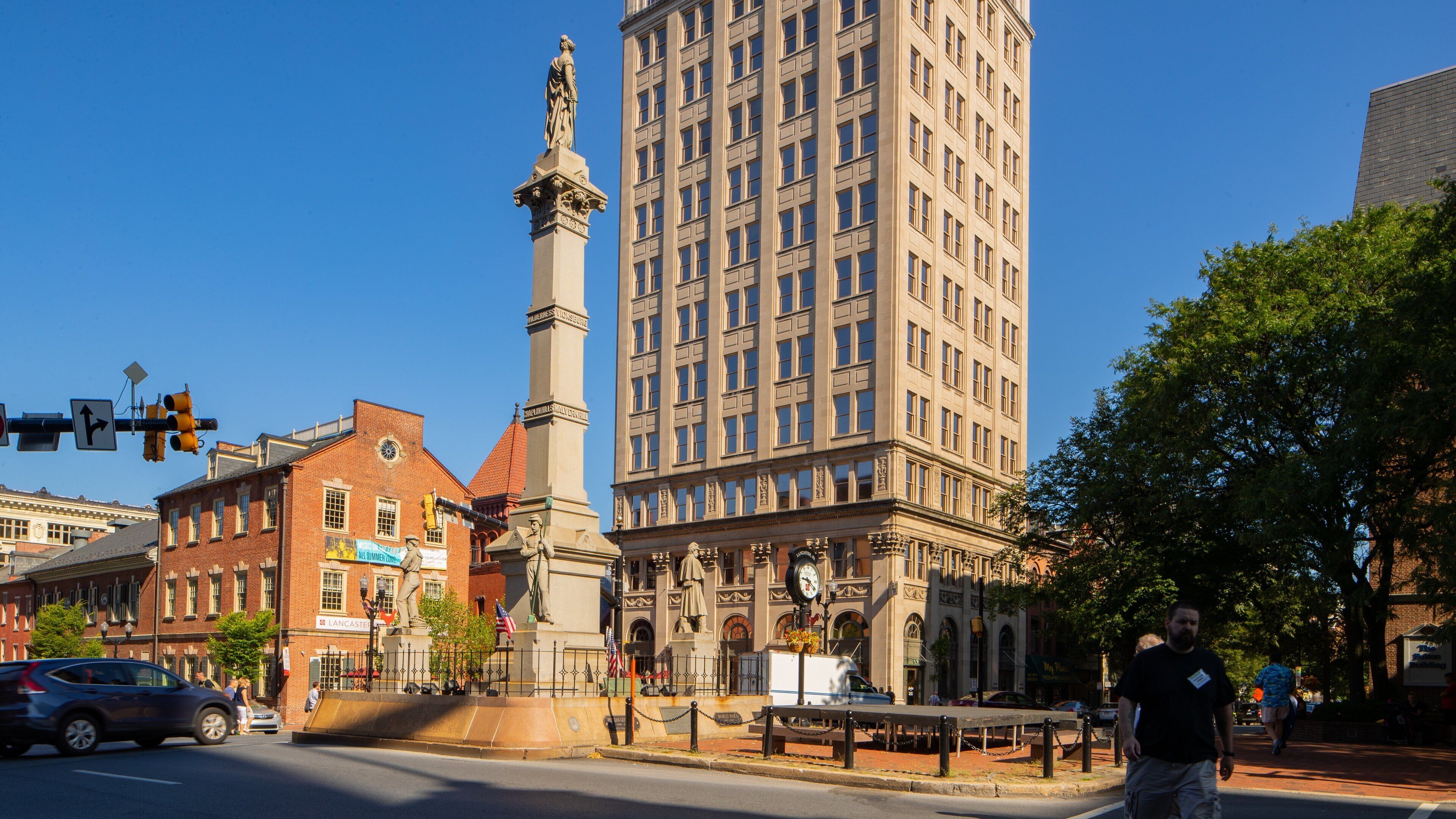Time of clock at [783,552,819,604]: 9:20
